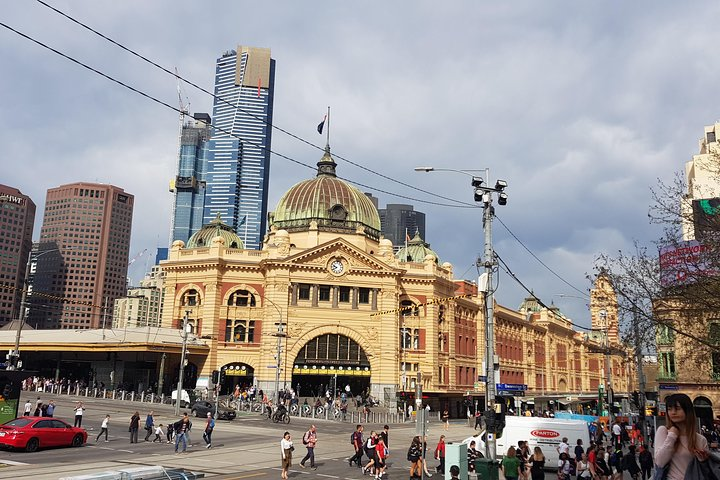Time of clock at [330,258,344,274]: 9:40
